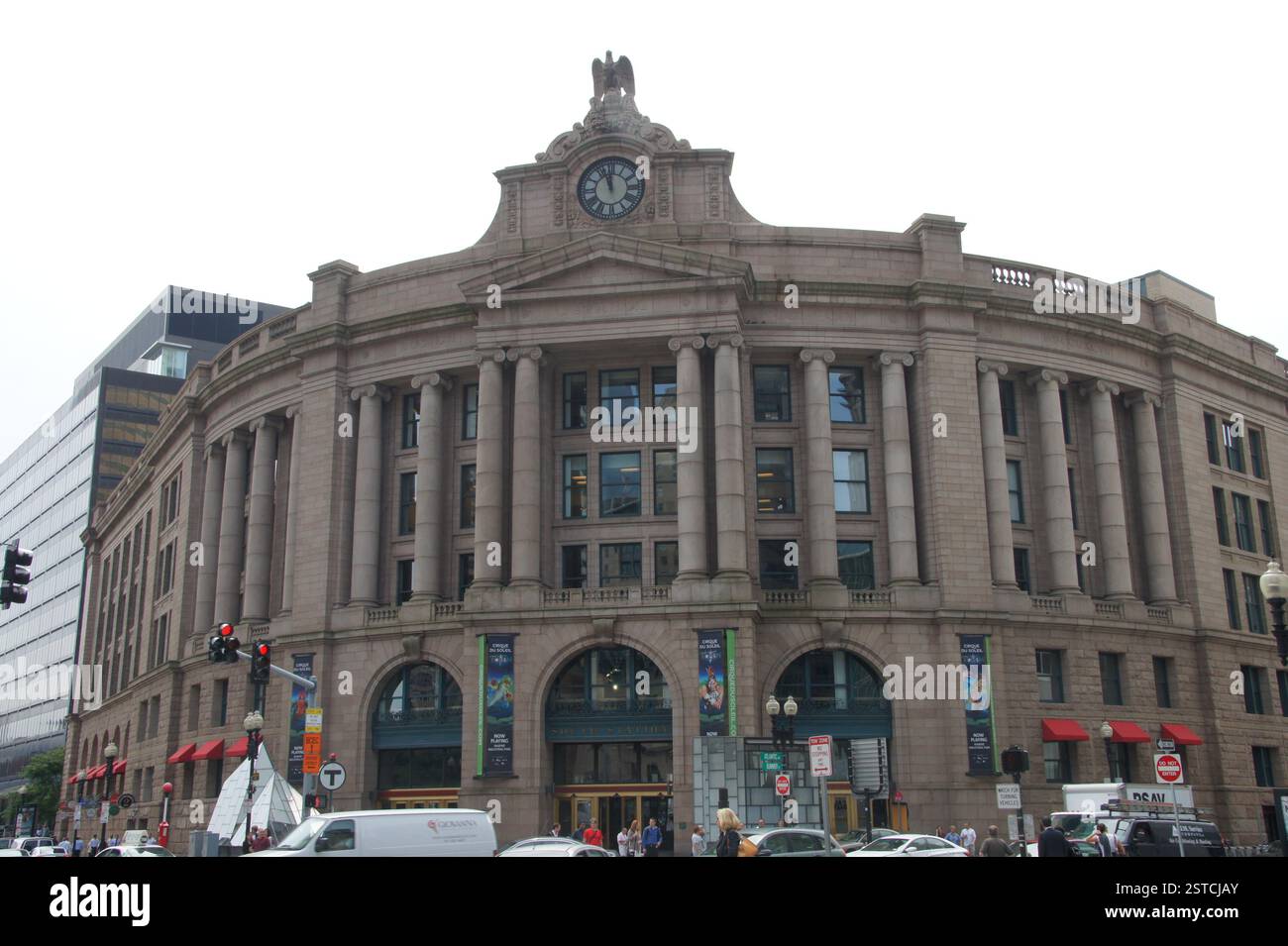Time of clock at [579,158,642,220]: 11:56
